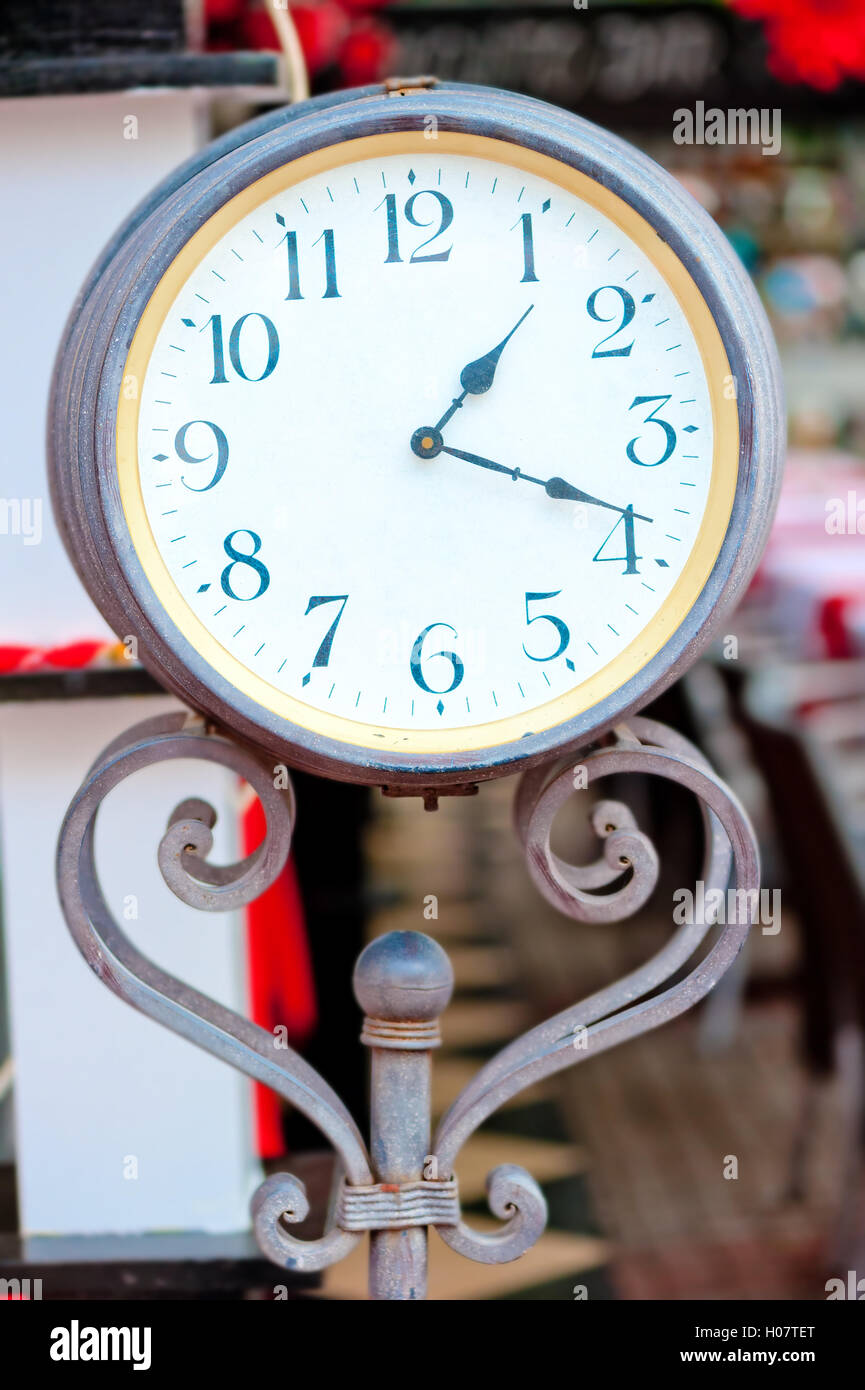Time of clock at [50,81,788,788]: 1:18
